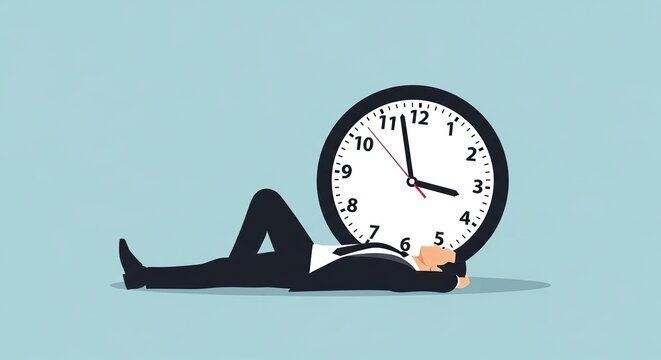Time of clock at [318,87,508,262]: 2:57
